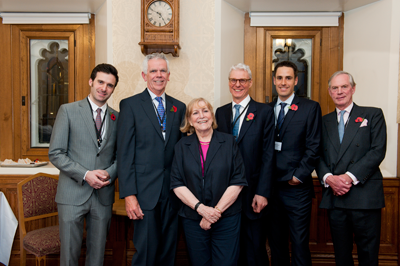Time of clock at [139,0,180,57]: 4:49
